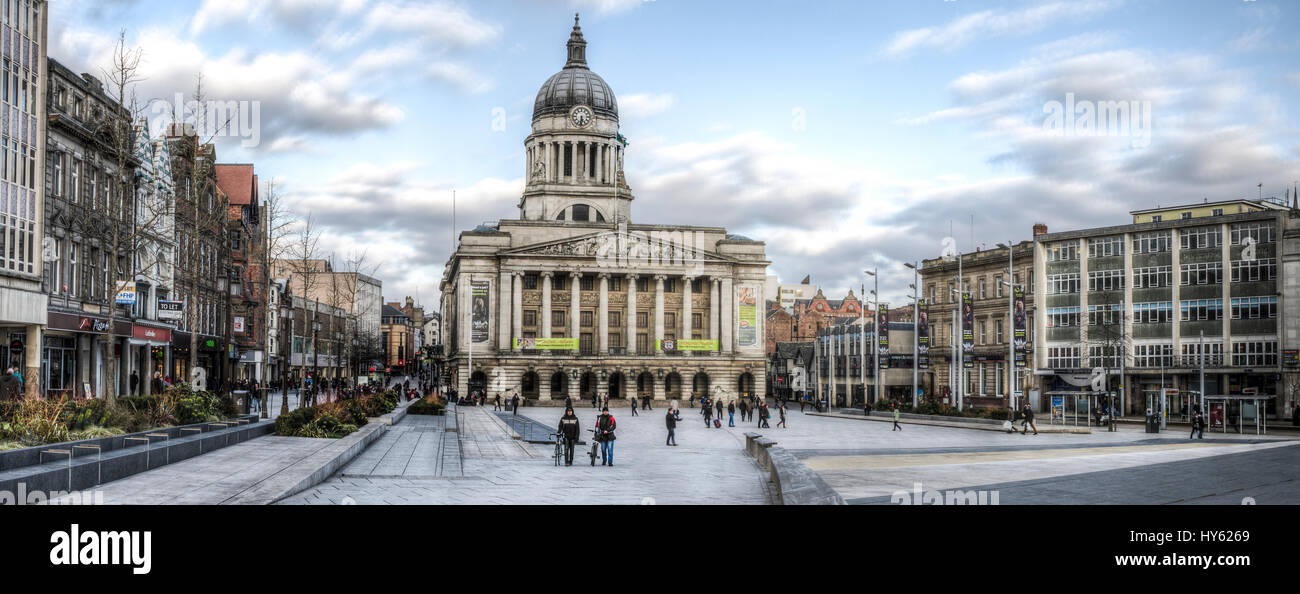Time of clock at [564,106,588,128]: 5:31
